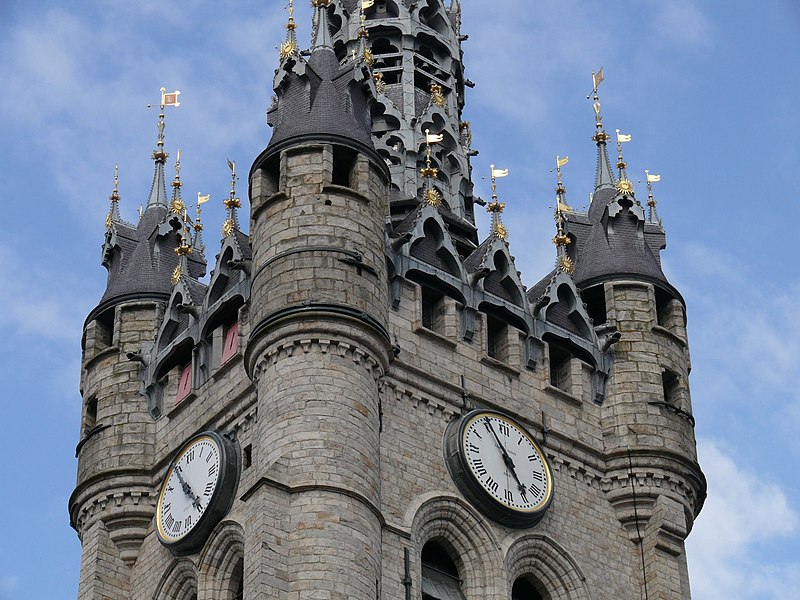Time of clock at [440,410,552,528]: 4:55
